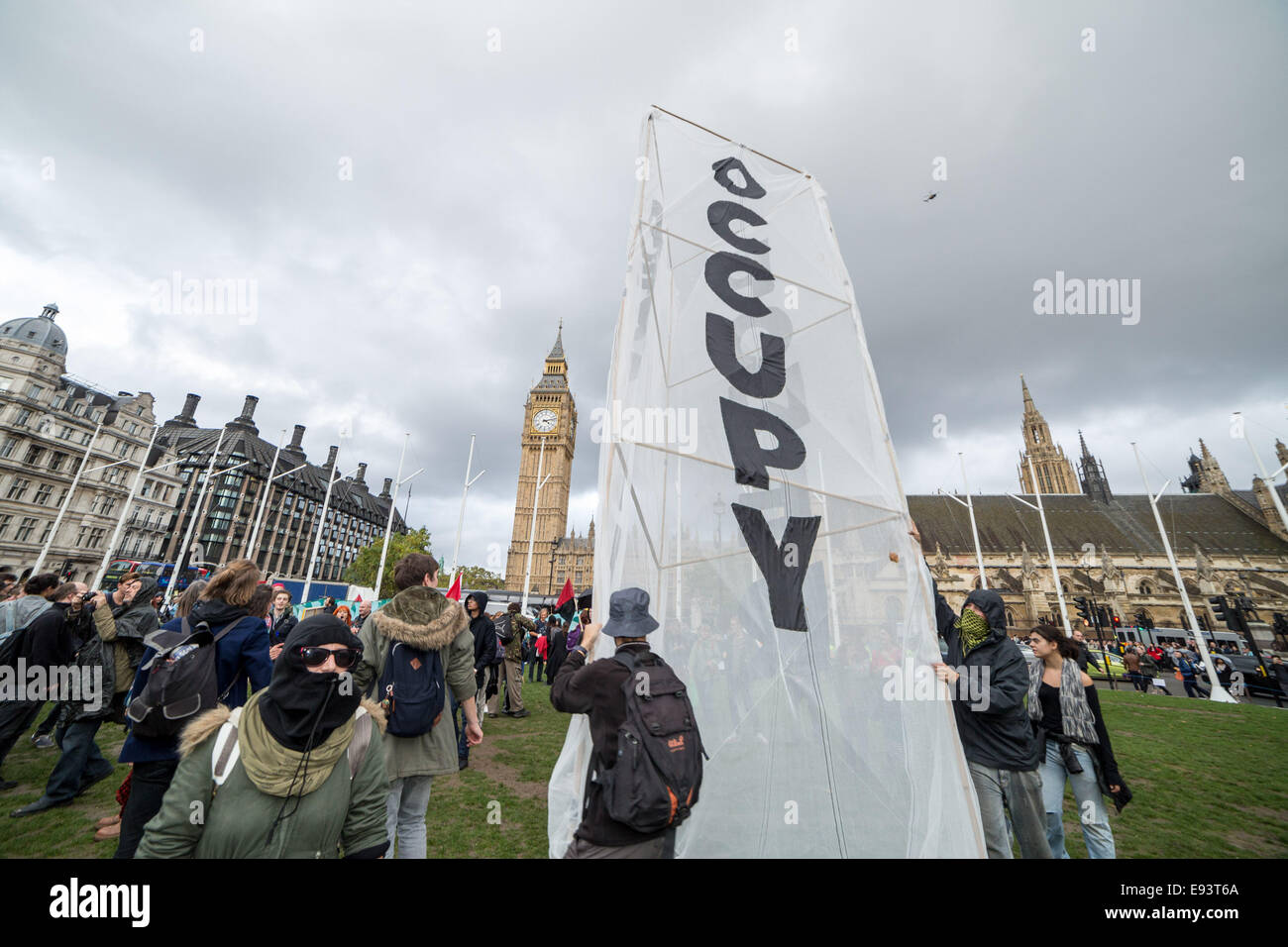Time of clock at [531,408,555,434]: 4:12
